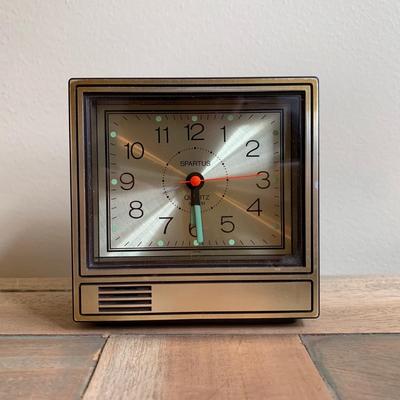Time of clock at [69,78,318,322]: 1:29
